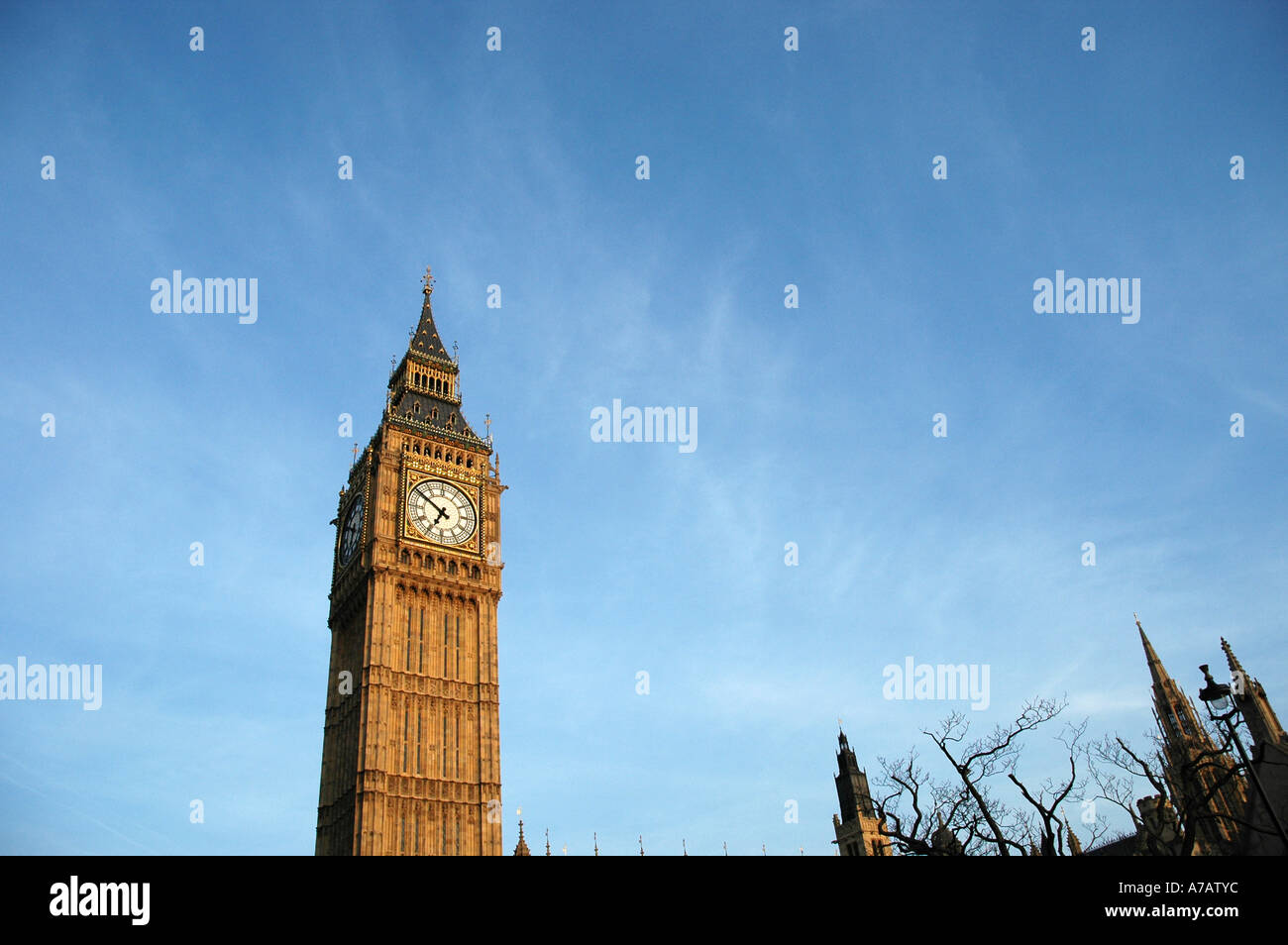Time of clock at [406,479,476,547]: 6:50
